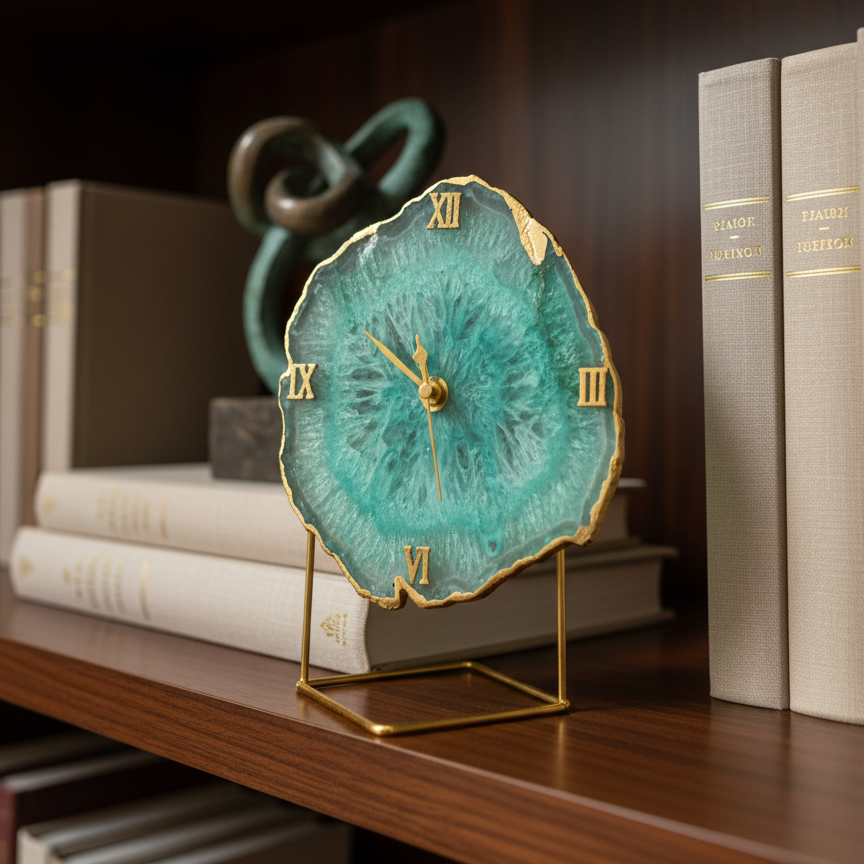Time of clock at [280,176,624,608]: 10:50
